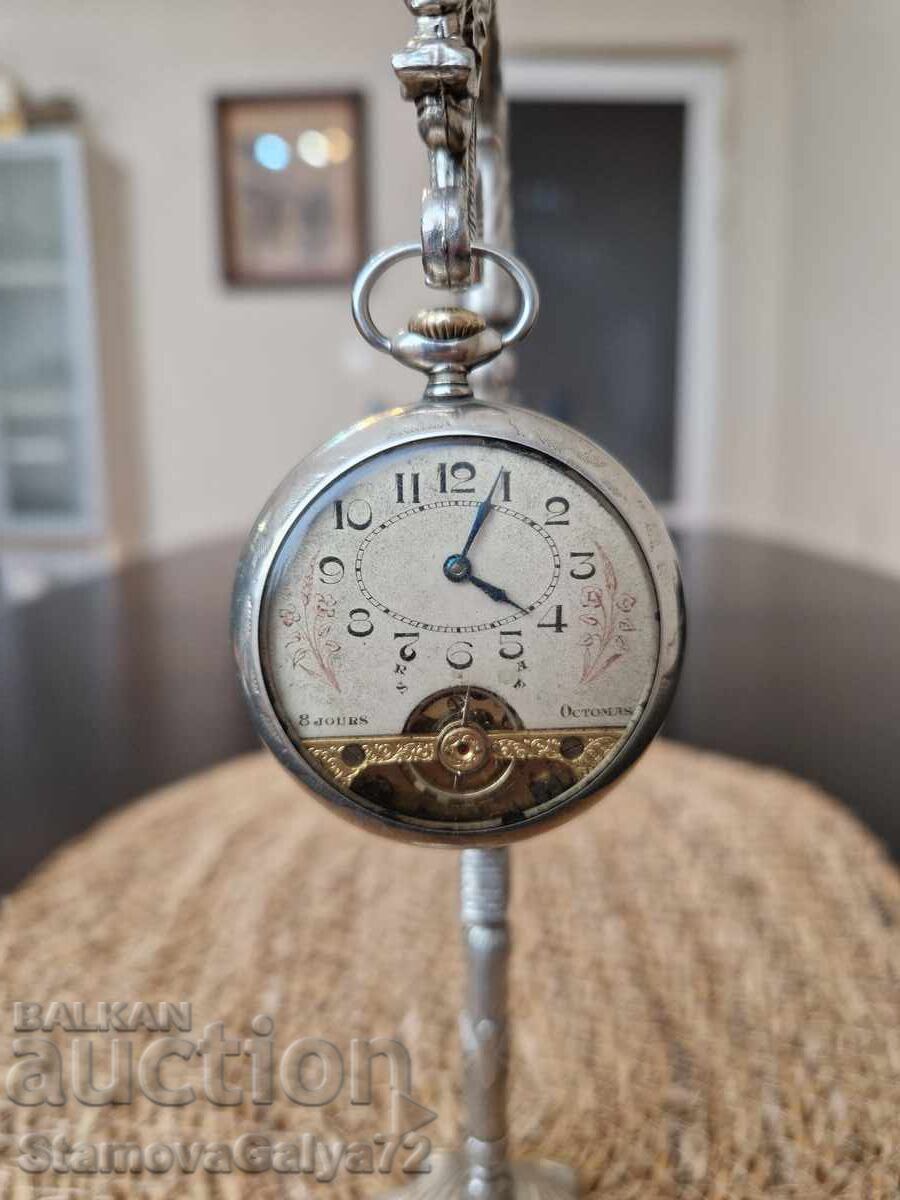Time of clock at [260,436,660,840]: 4:04
